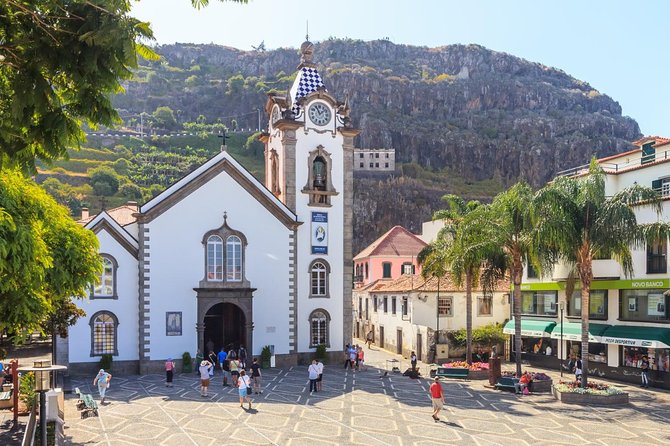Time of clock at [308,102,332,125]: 11:08
